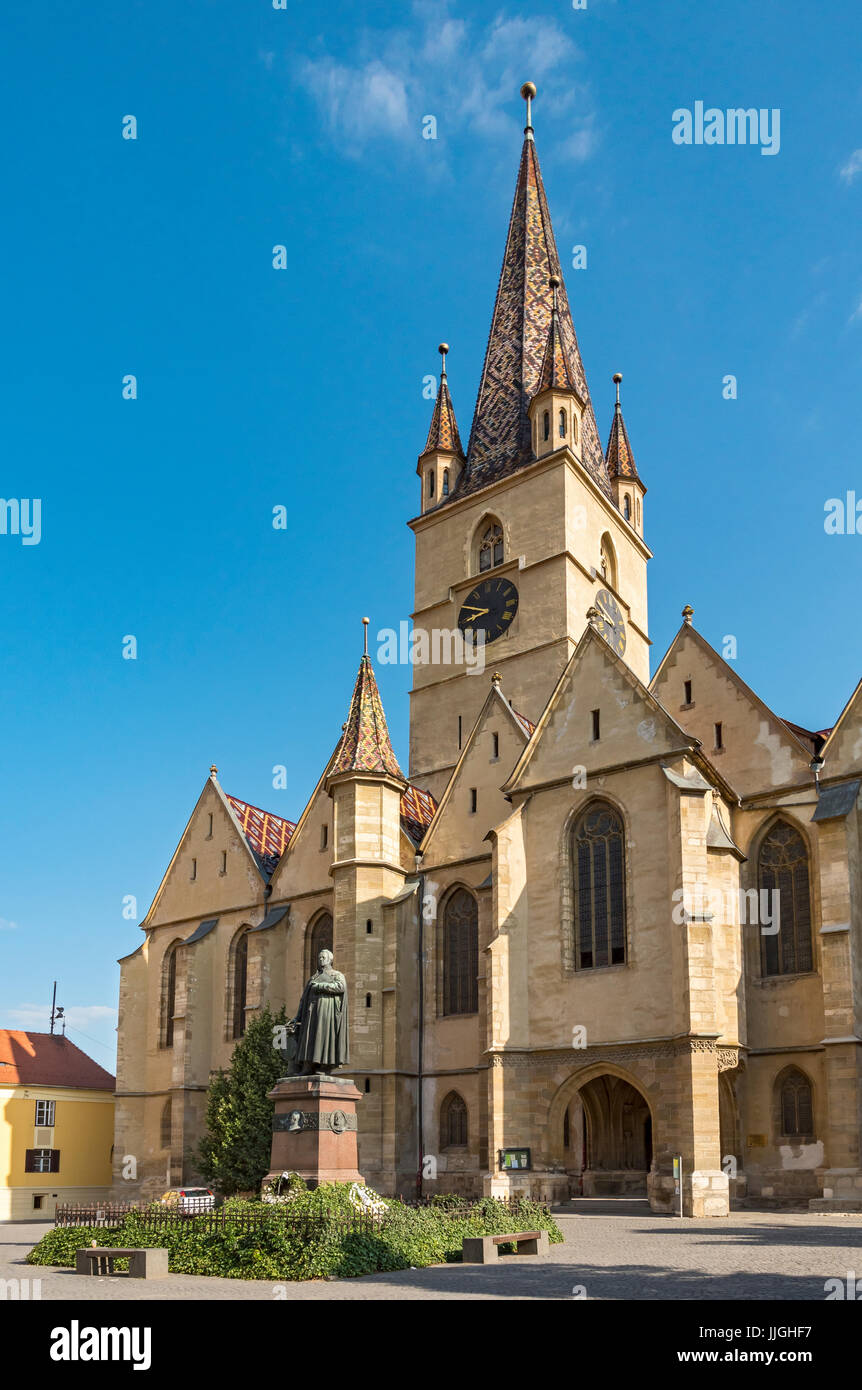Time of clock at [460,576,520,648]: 8:49
